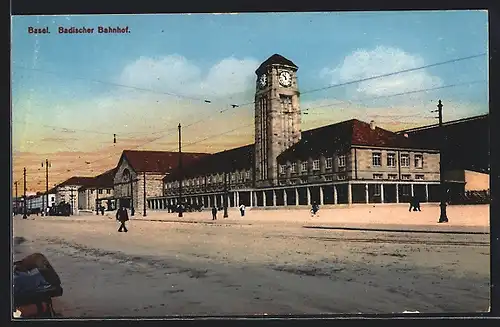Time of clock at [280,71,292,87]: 11:52
